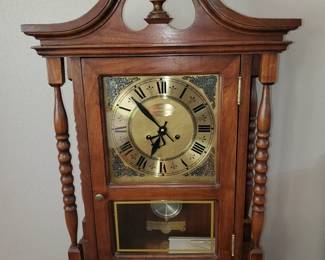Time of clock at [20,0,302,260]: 6:52
